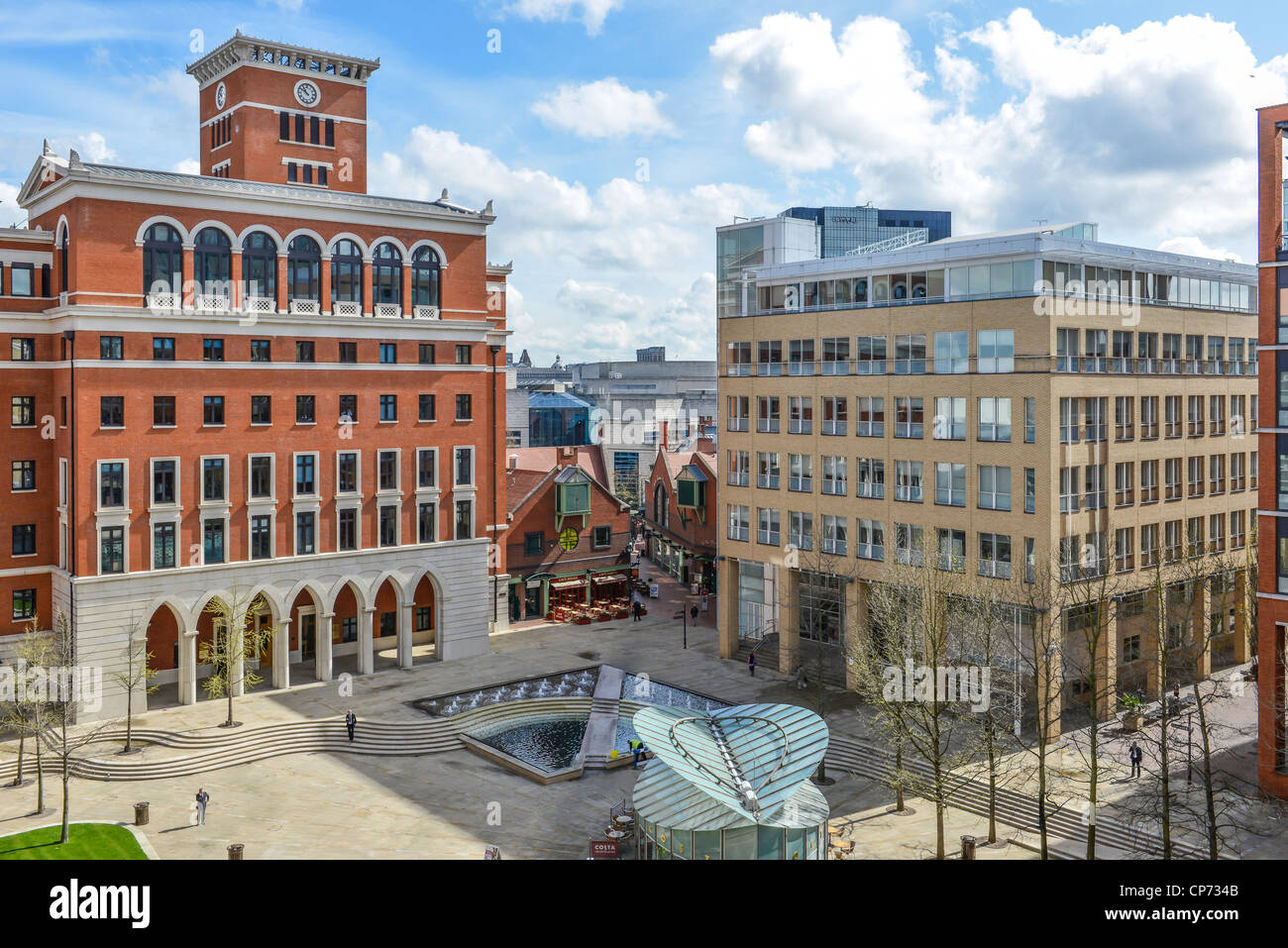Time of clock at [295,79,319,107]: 10:50
